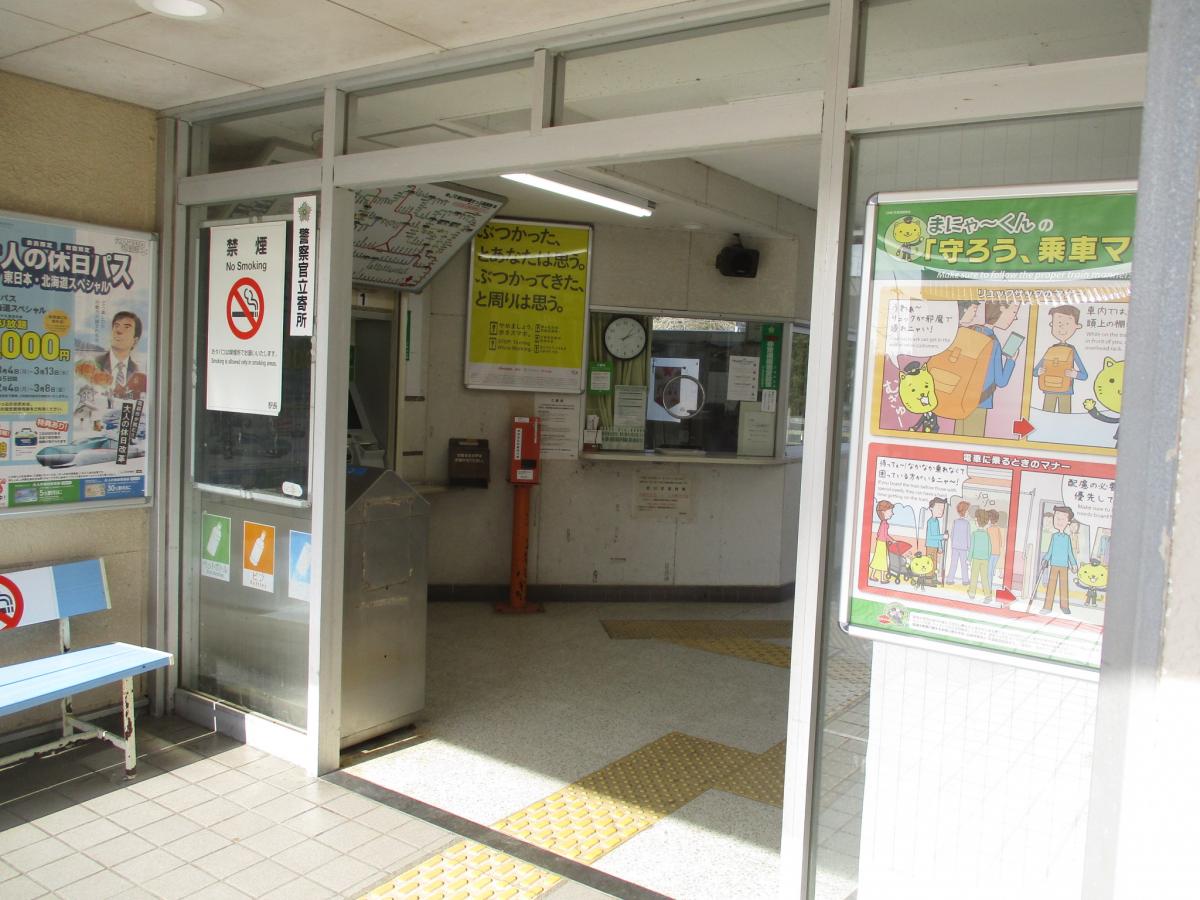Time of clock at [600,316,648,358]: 2:06
